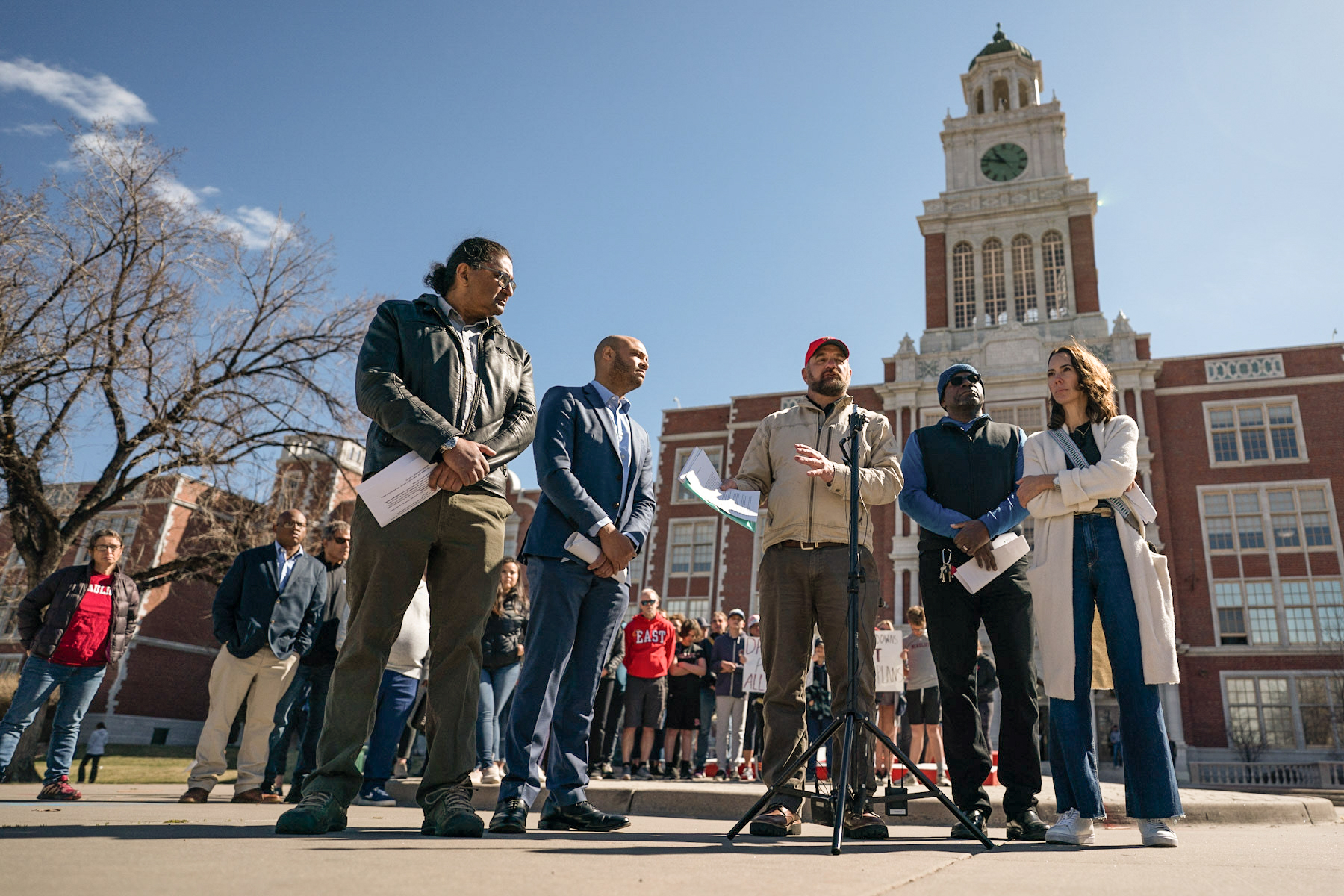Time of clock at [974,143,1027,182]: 10:47
